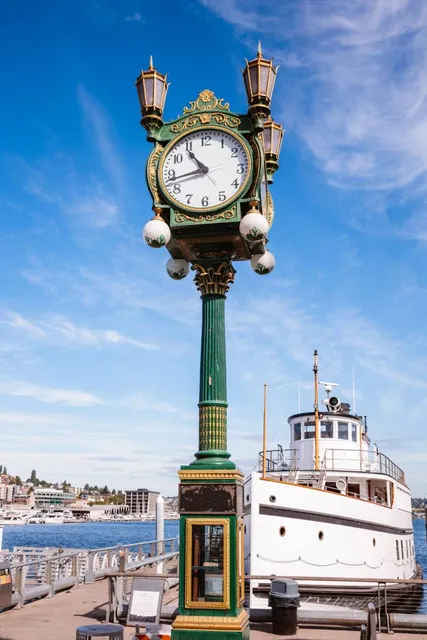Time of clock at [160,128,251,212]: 10:43
